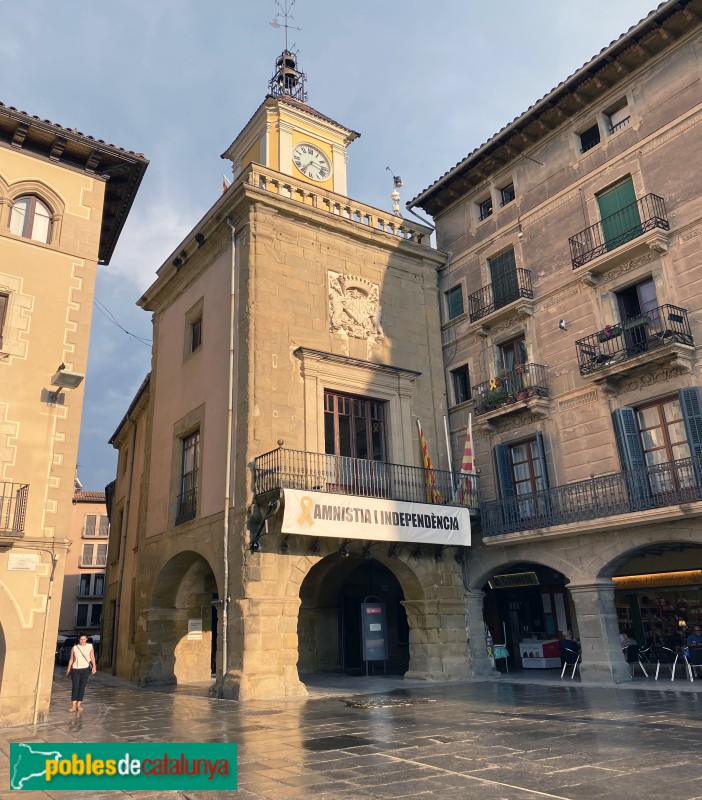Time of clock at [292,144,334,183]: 7:17
